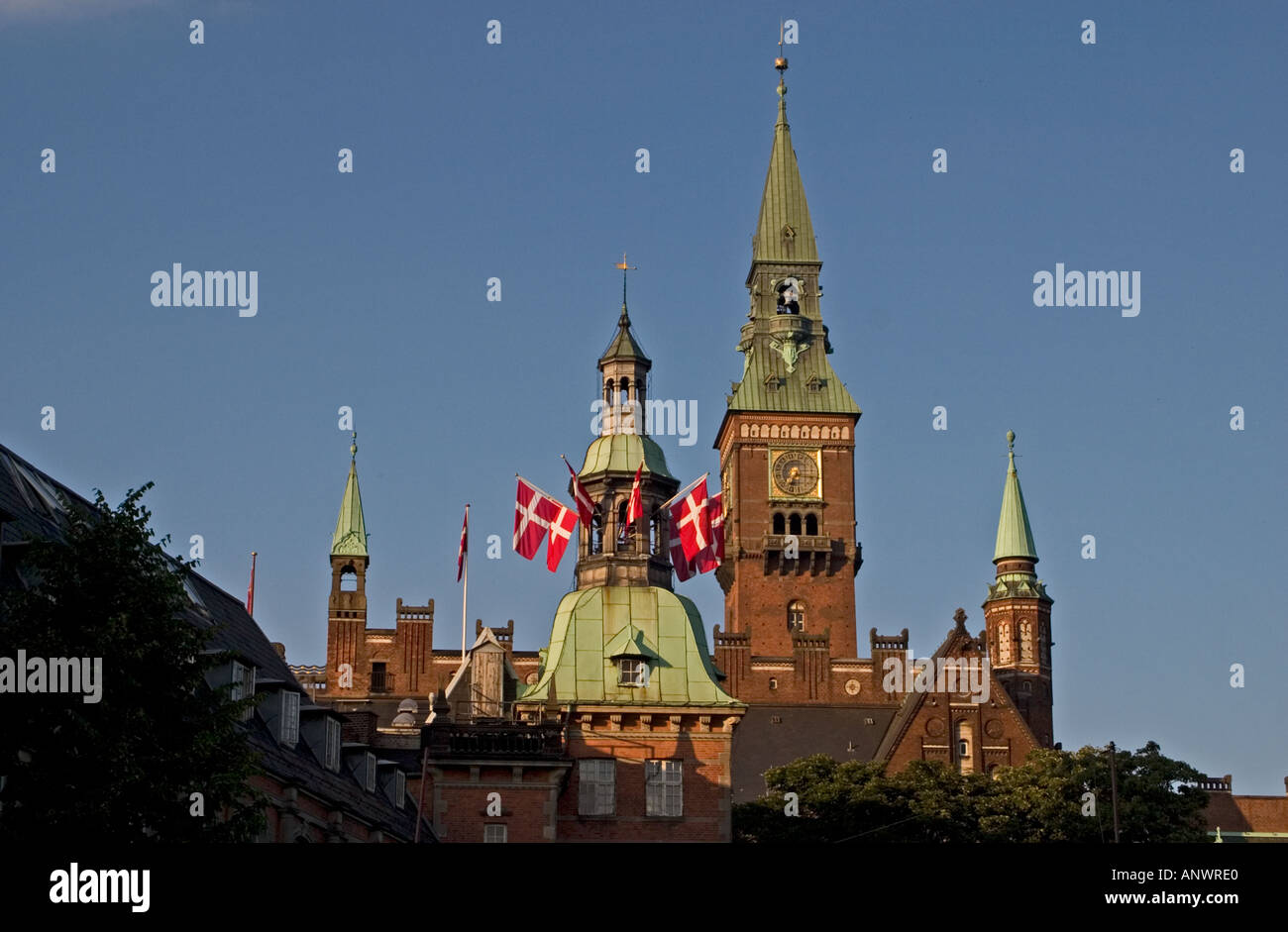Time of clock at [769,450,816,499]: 7:16
